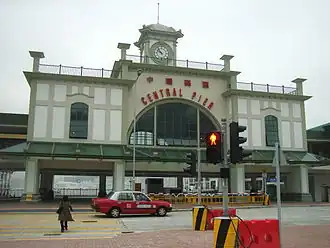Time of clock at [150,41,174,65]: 9:53
